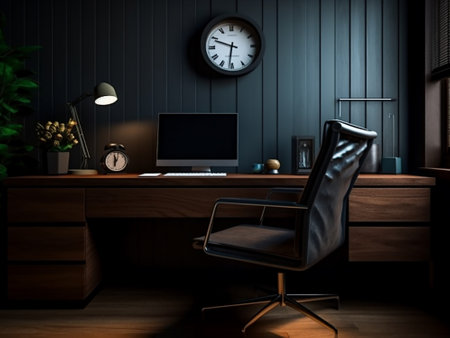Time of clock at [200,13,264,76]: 9:31
